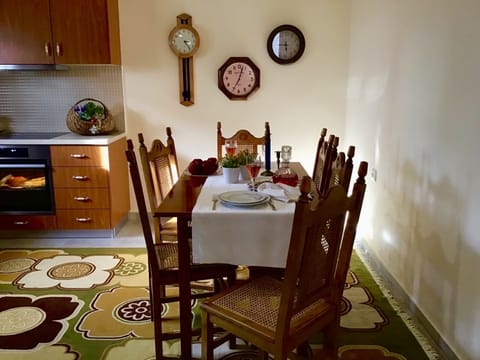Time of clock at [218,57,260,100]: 12:34
